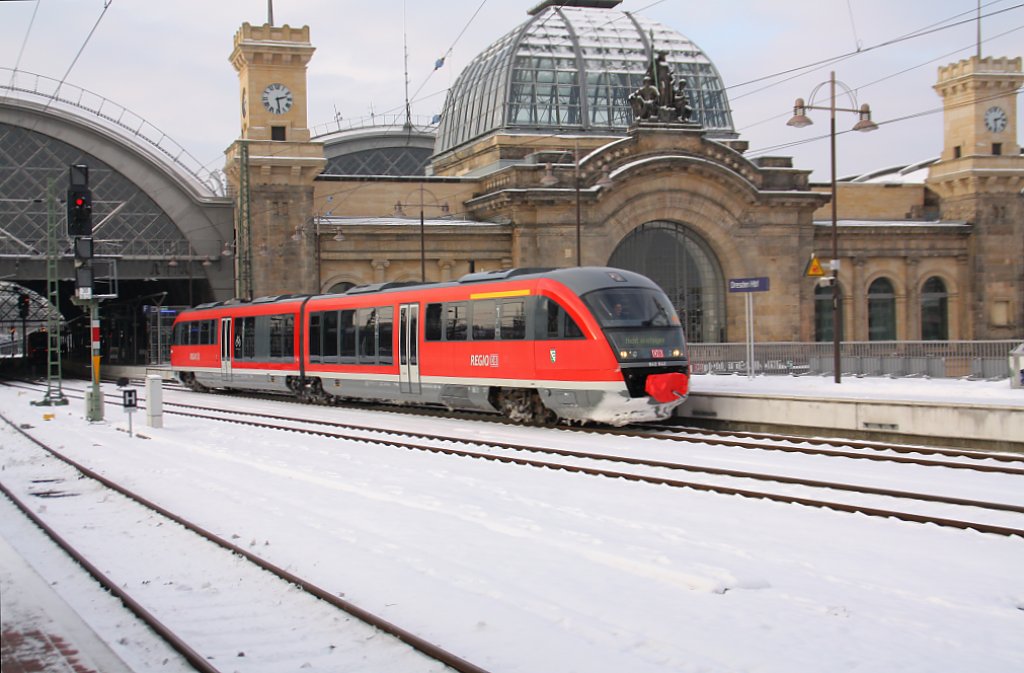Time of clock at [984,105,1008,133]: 2:29
